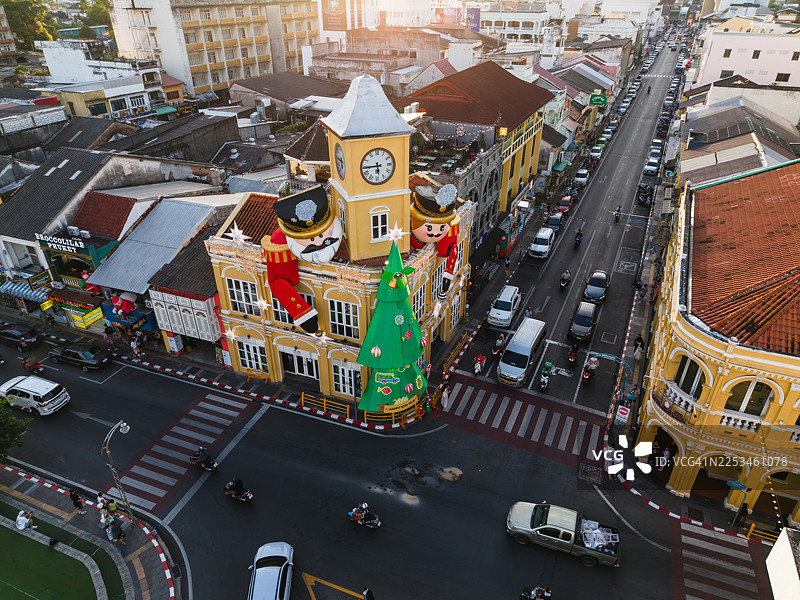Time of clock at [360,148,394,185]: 5:44
